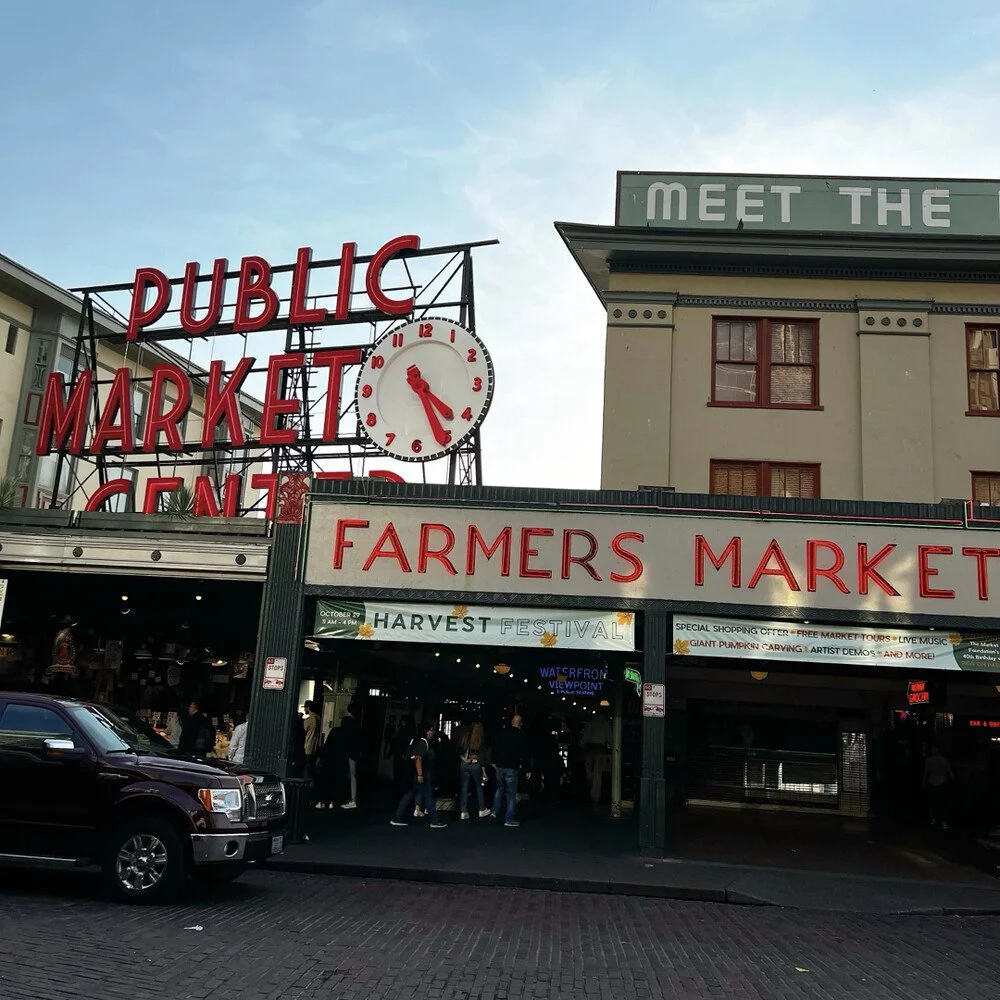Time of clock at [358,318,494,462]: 4:25
